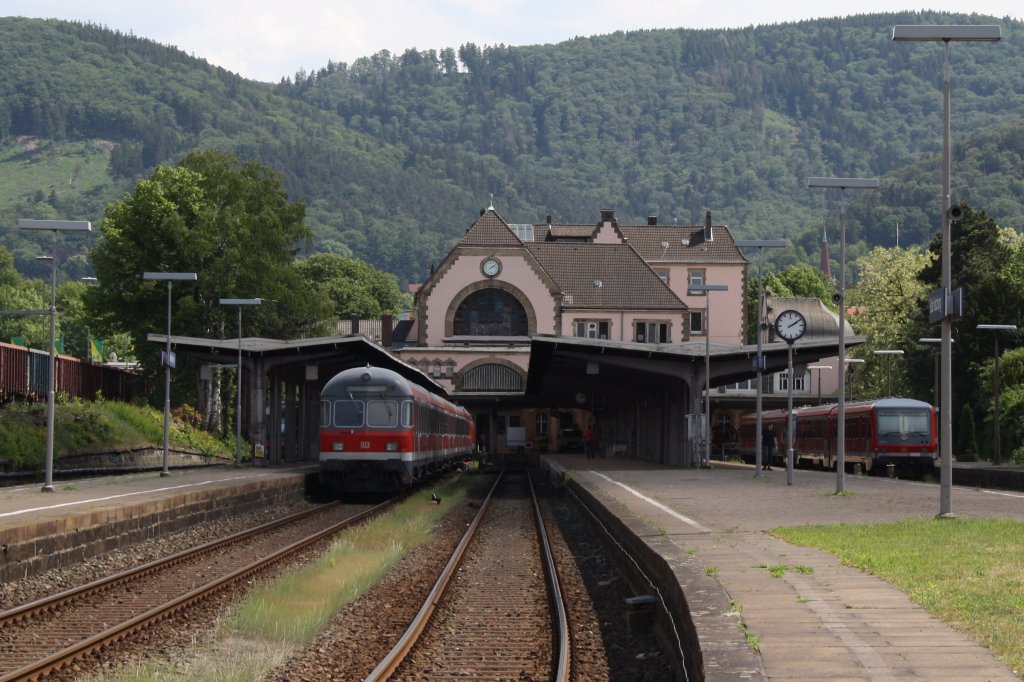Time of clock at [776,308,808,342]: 2:09
